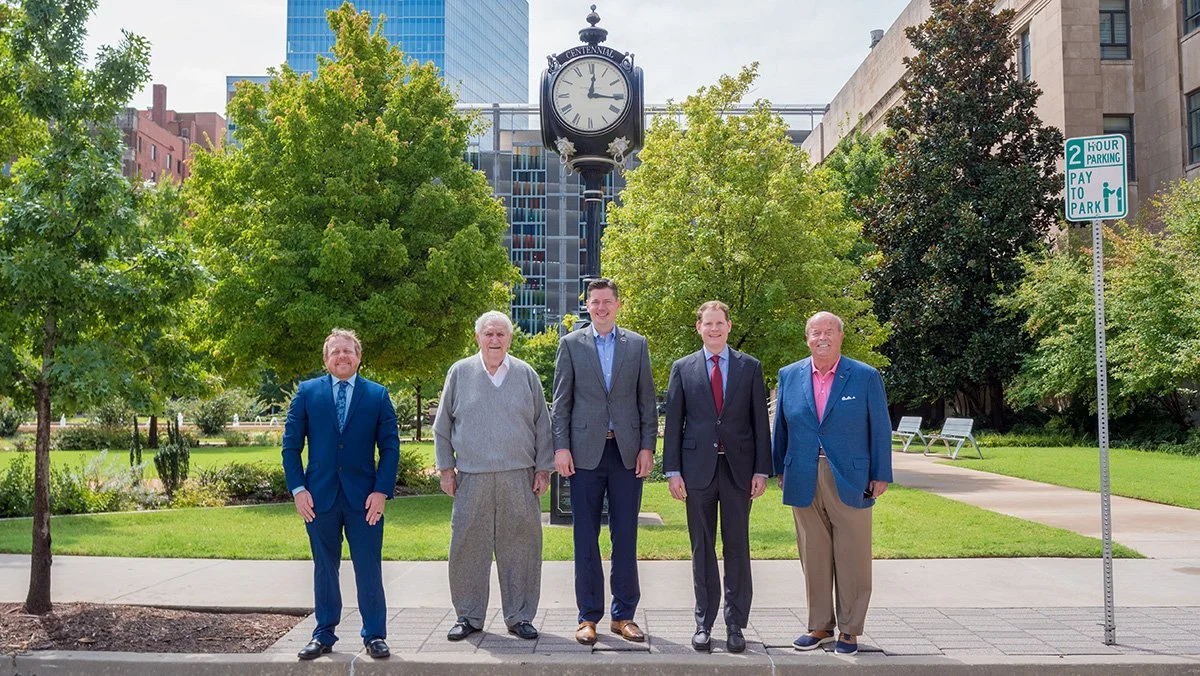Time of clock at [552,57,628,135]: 12:16
